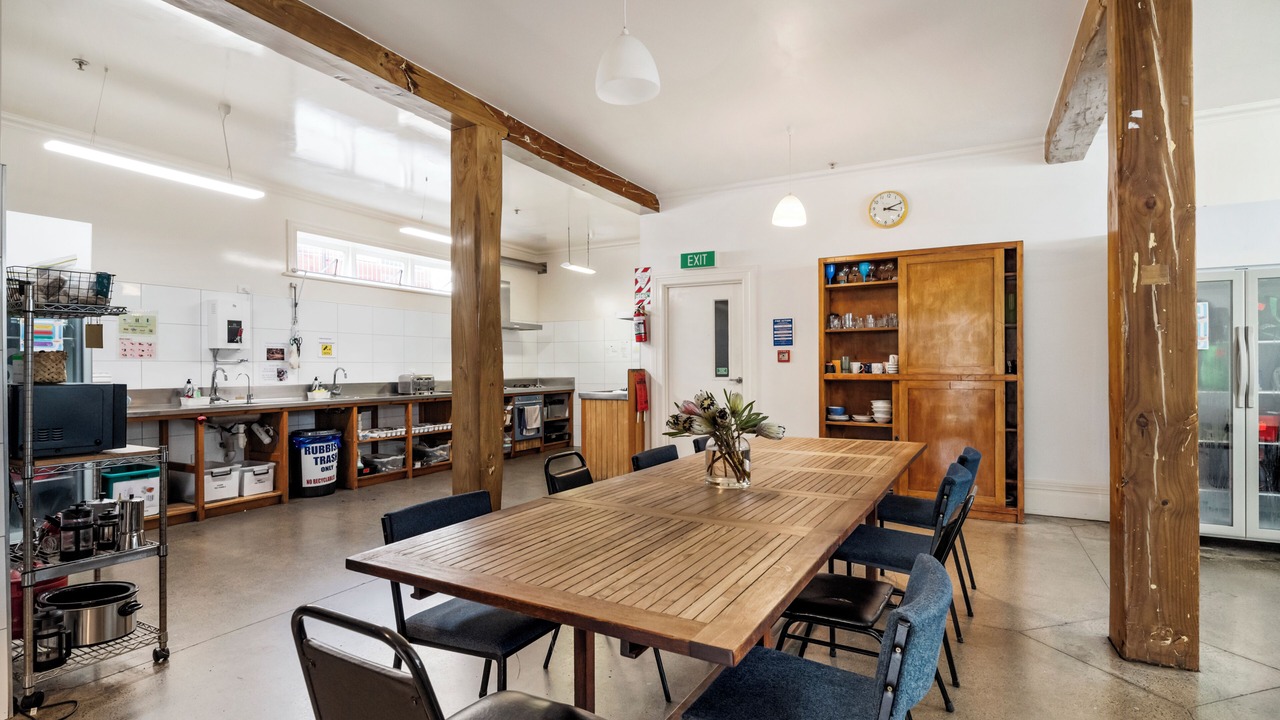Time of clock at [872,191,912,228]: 3:10
